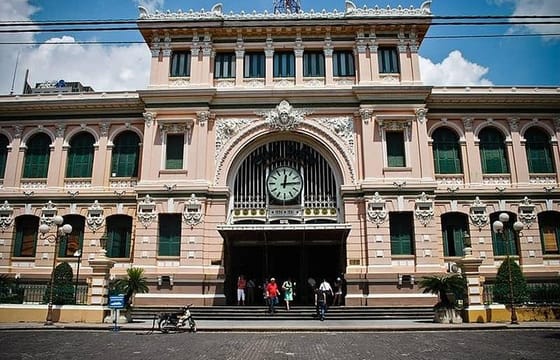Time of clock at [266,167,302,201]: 12:14
